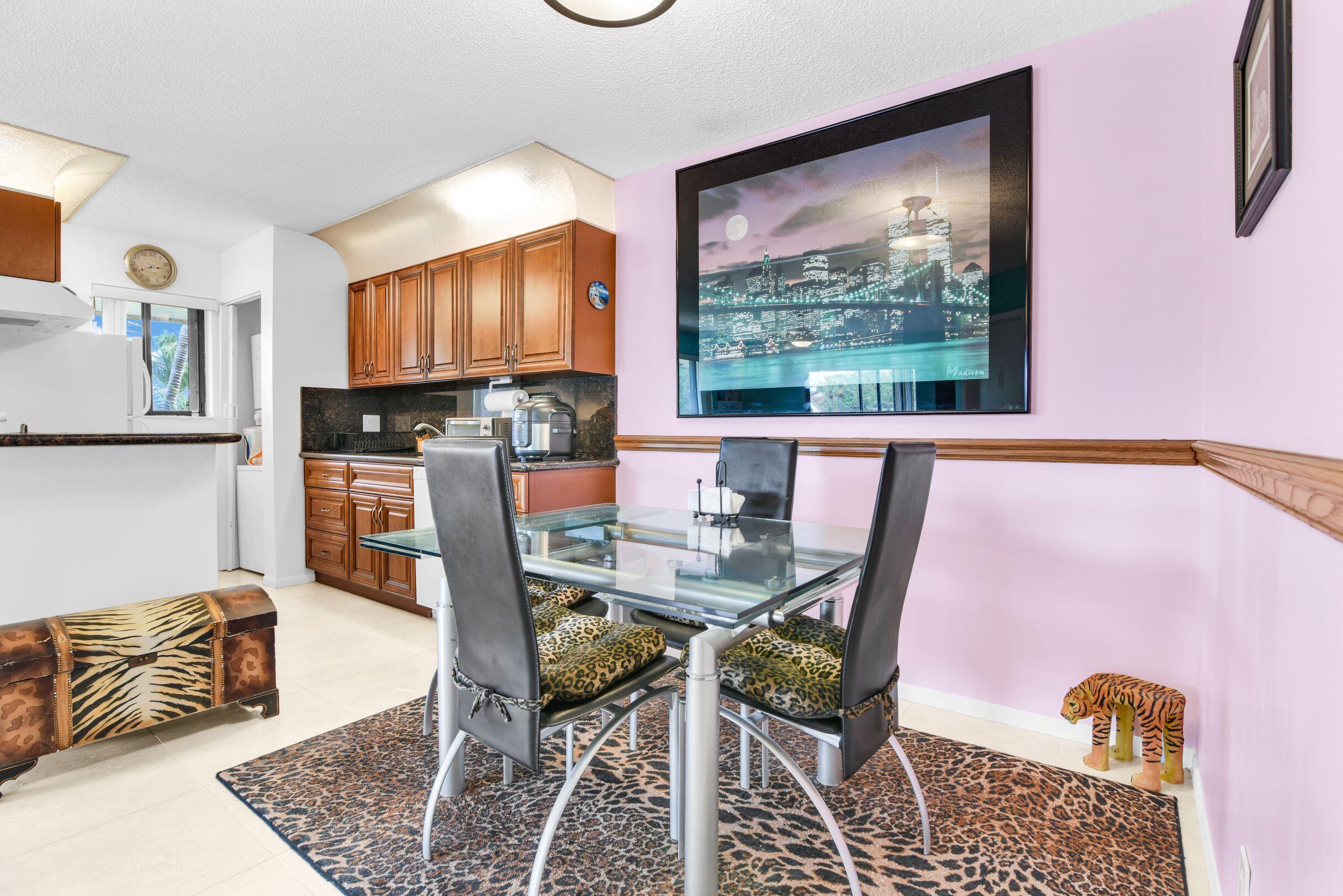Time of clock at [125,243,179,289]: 2:39
